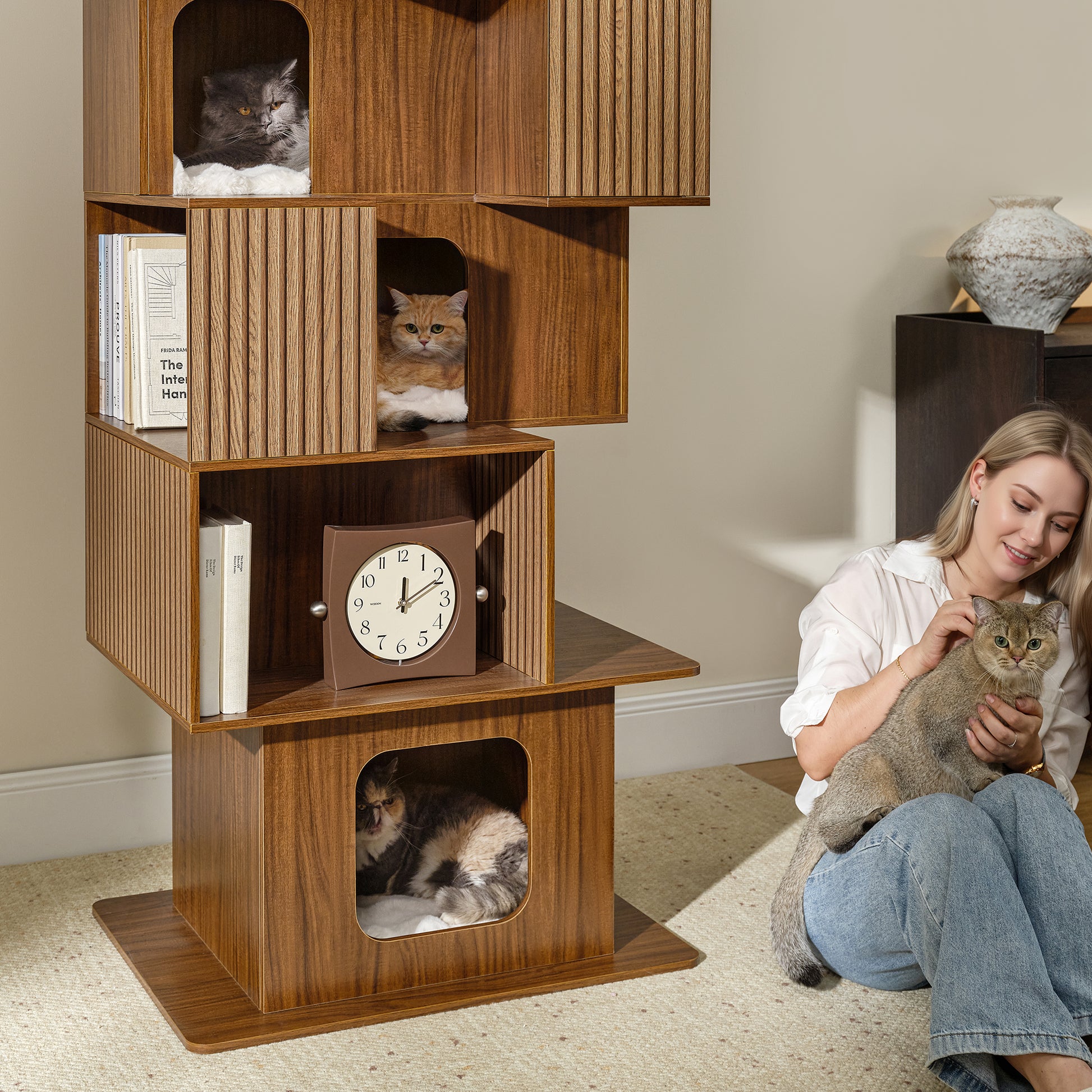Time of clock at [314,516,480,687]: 12:10
